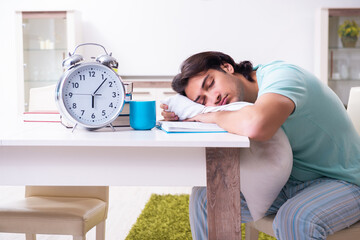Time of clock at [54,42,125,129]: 6:06
